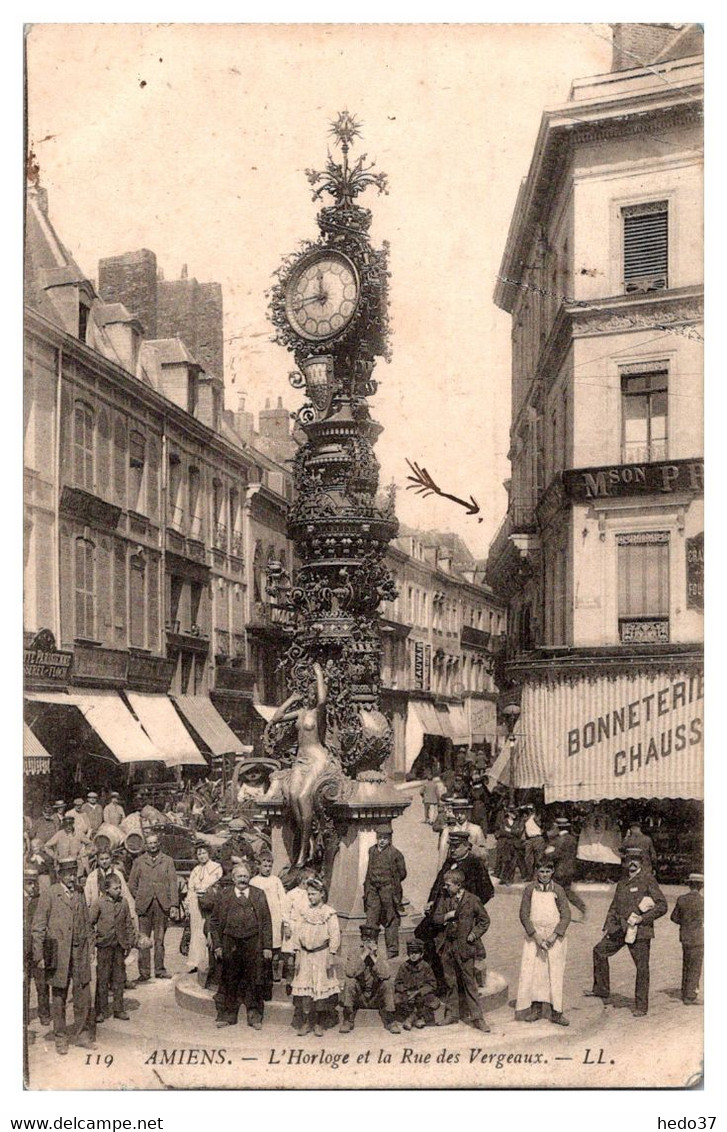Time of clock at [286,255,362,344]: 11:42
